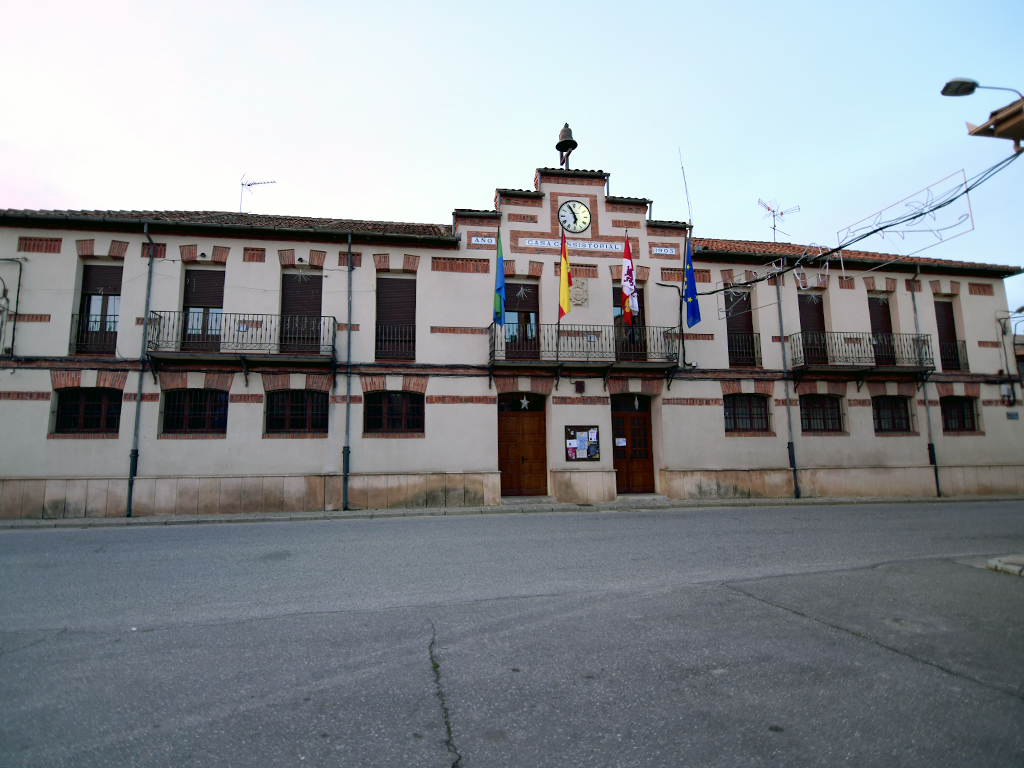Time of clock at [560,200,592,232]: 5:55
